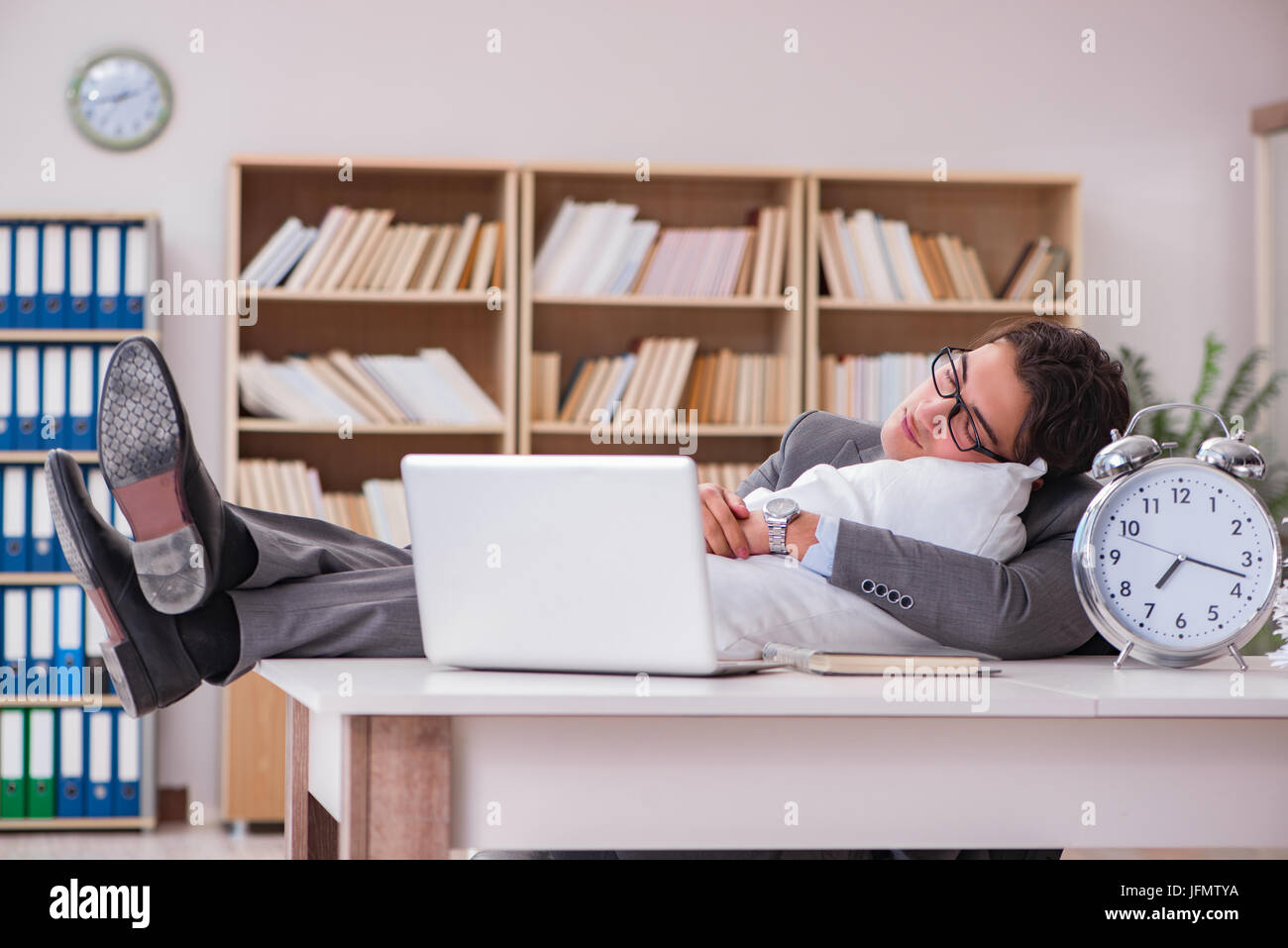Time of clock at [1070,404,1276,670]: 7:17
